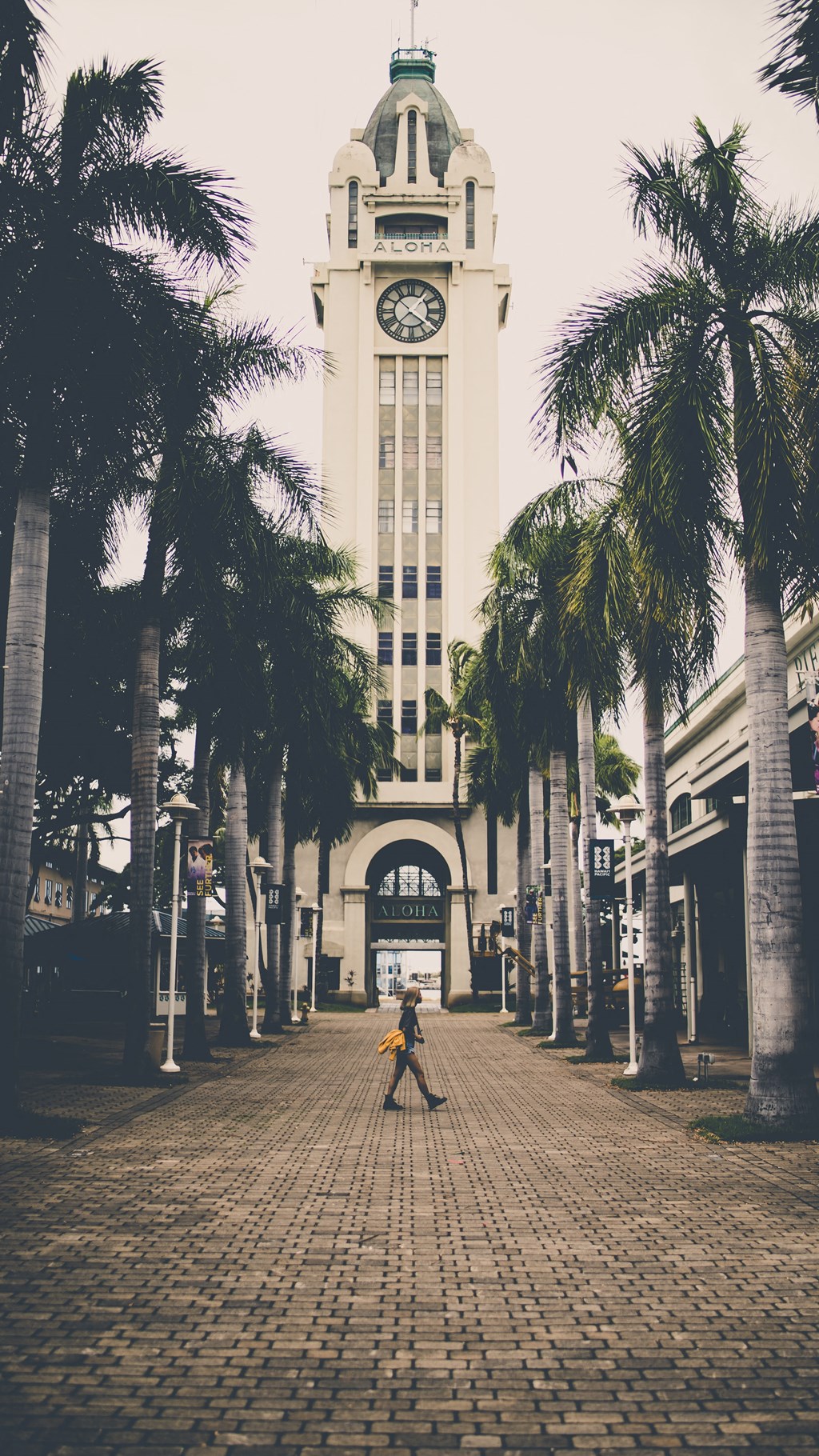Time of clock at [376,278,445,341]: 1:21
